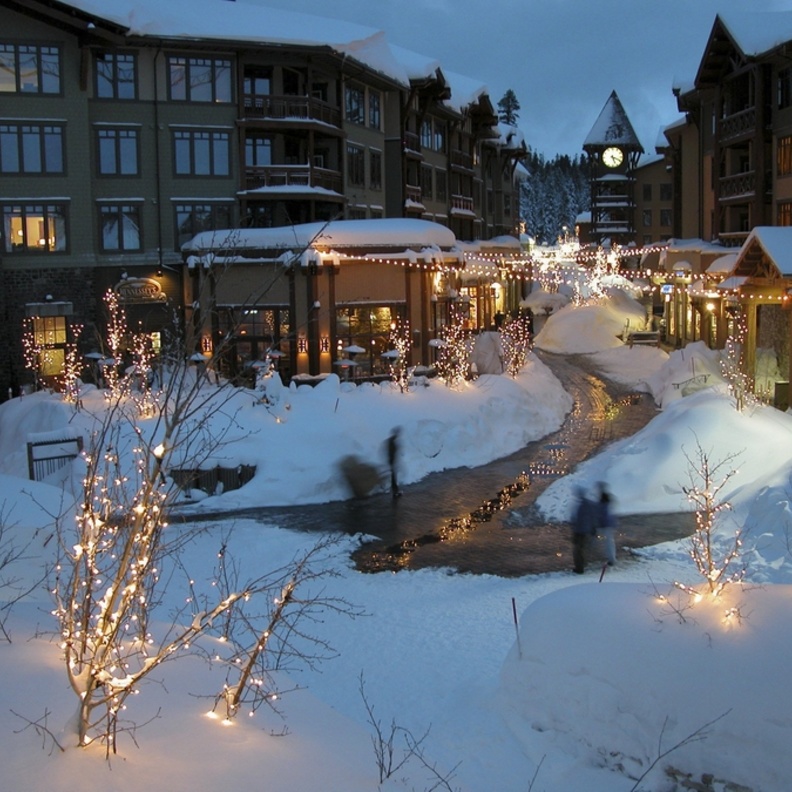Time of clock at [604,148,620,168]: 5:18
